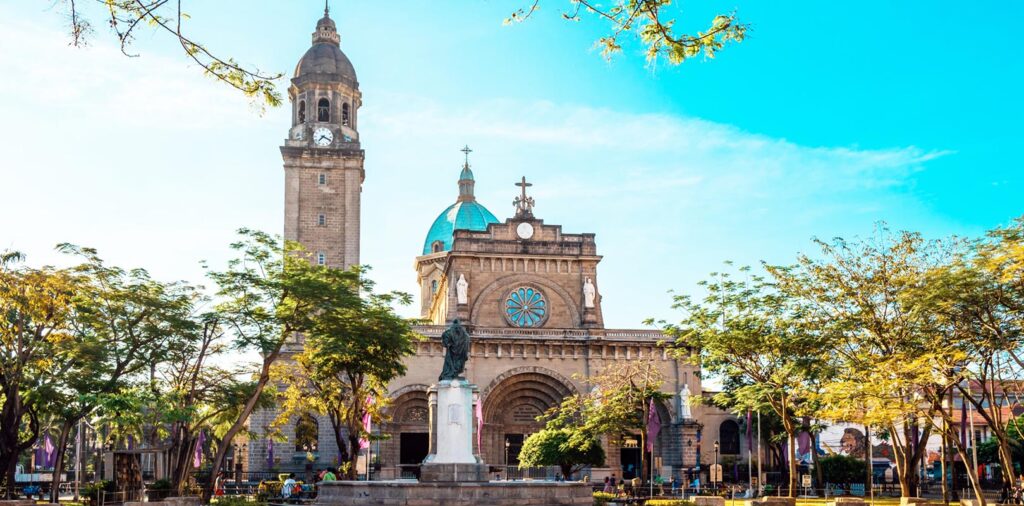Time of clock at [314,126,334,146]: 7:18
